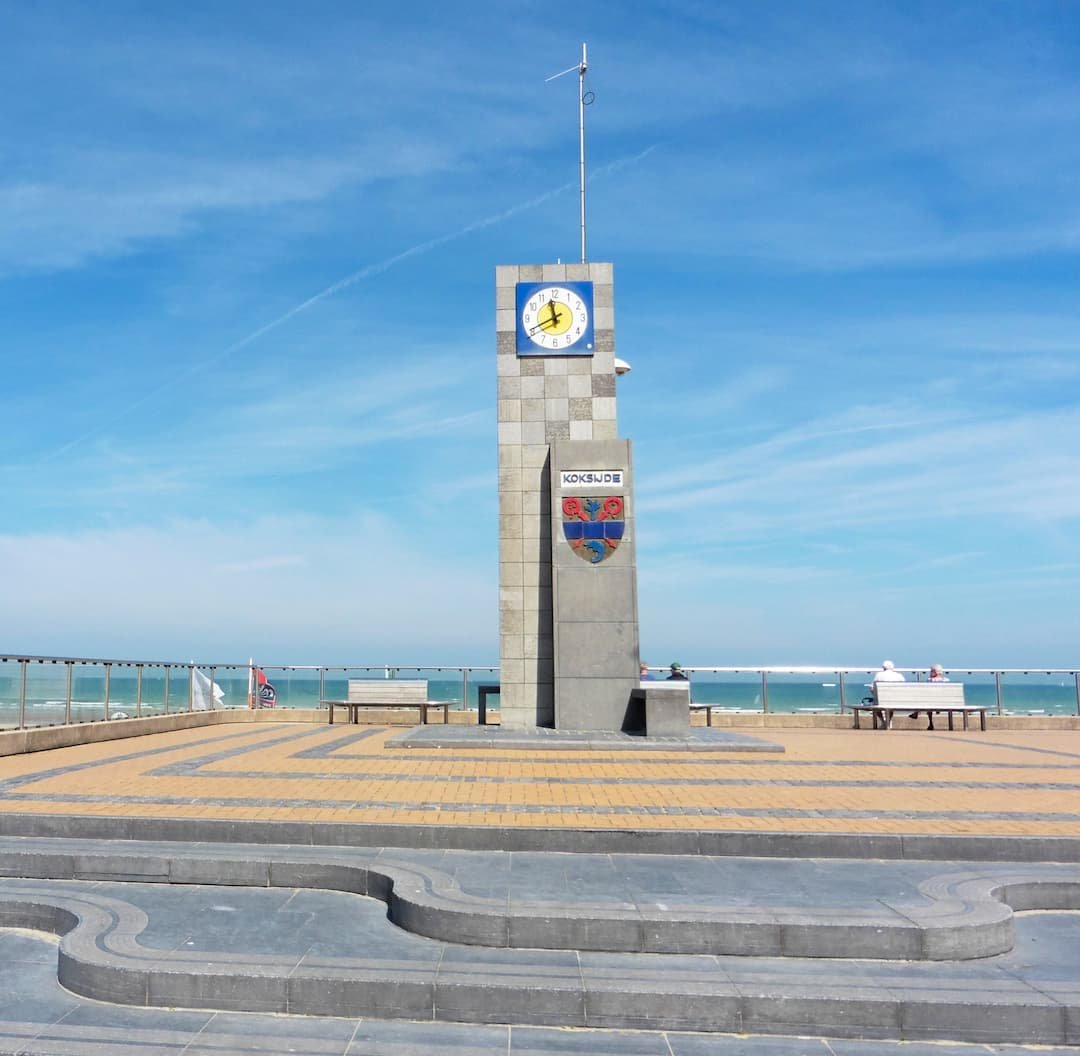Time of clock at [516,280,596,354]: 11:40
